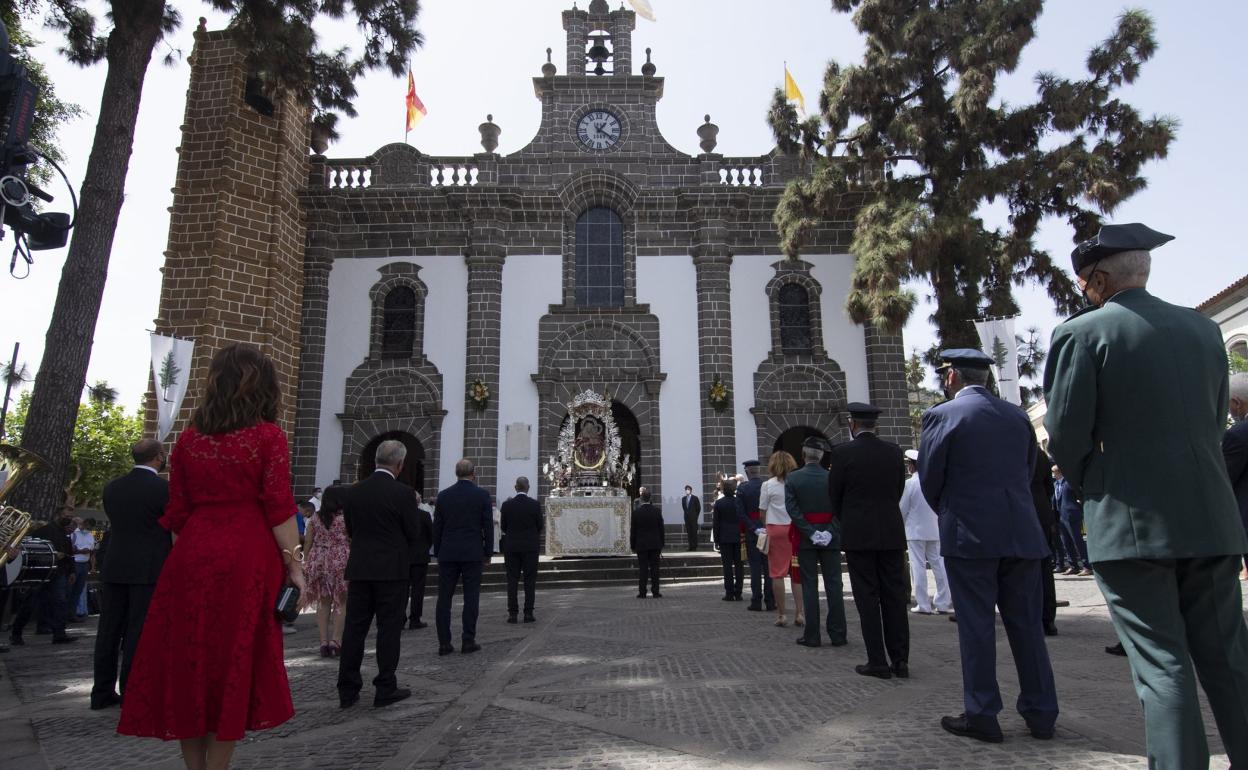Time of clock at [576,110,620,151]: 1:20
